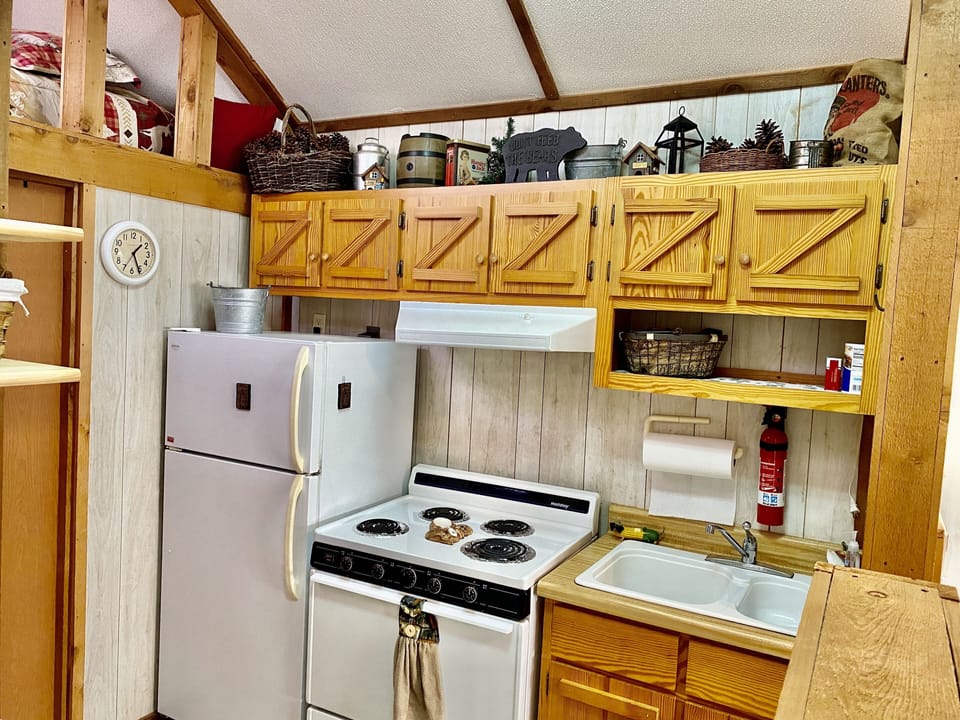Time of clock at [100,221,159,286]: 1:26
